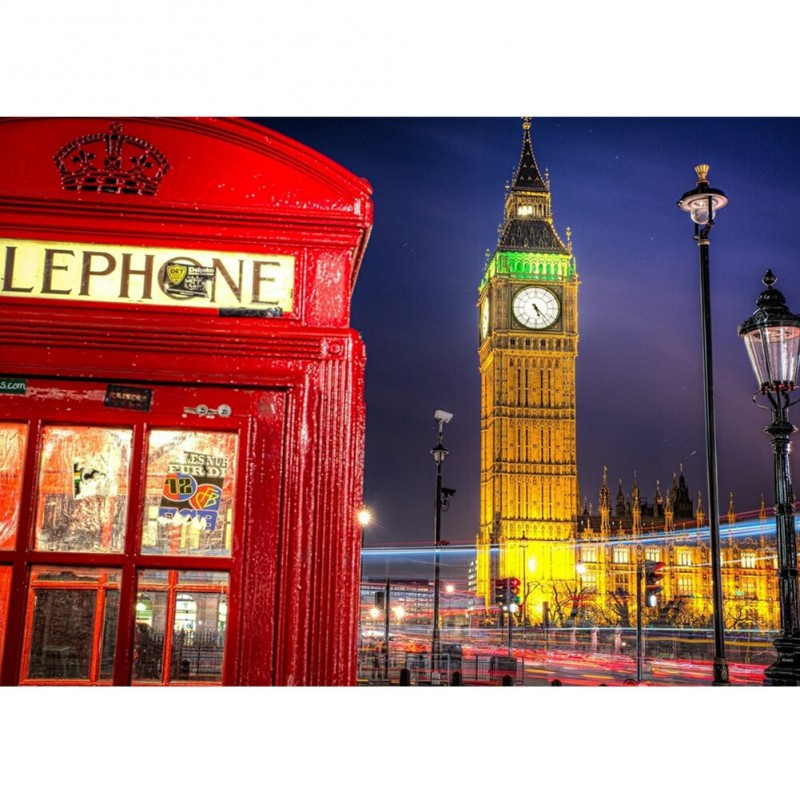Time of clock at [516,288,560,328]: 5:22
